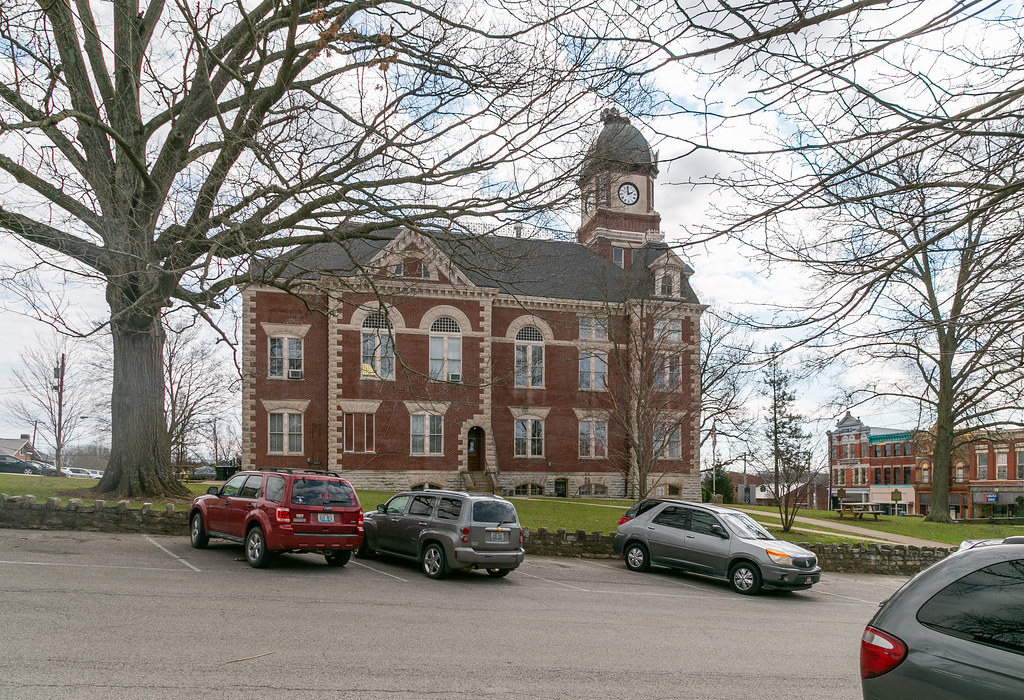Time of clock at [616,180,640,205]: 1:59
